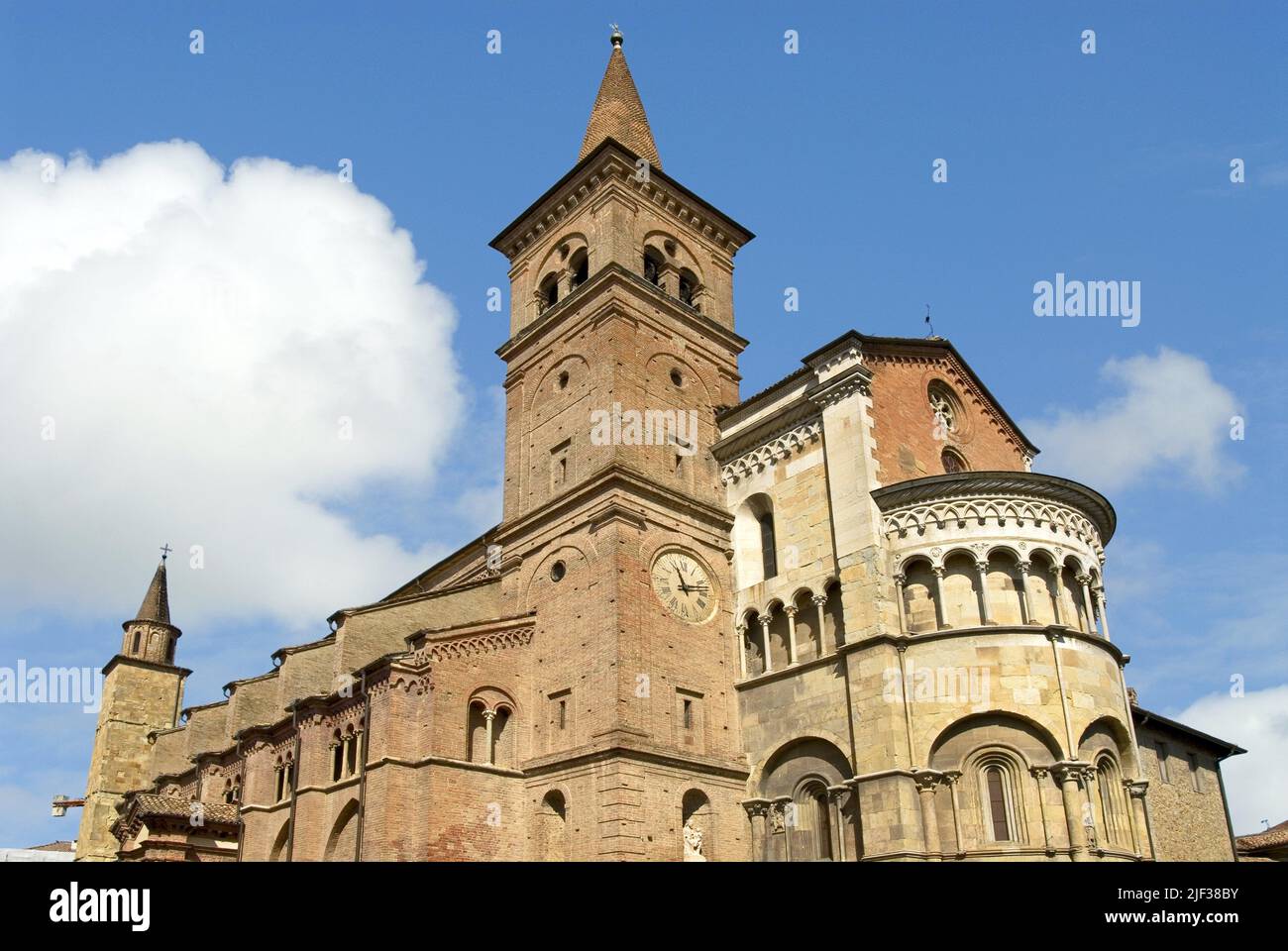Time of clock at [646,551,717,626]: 11:12
